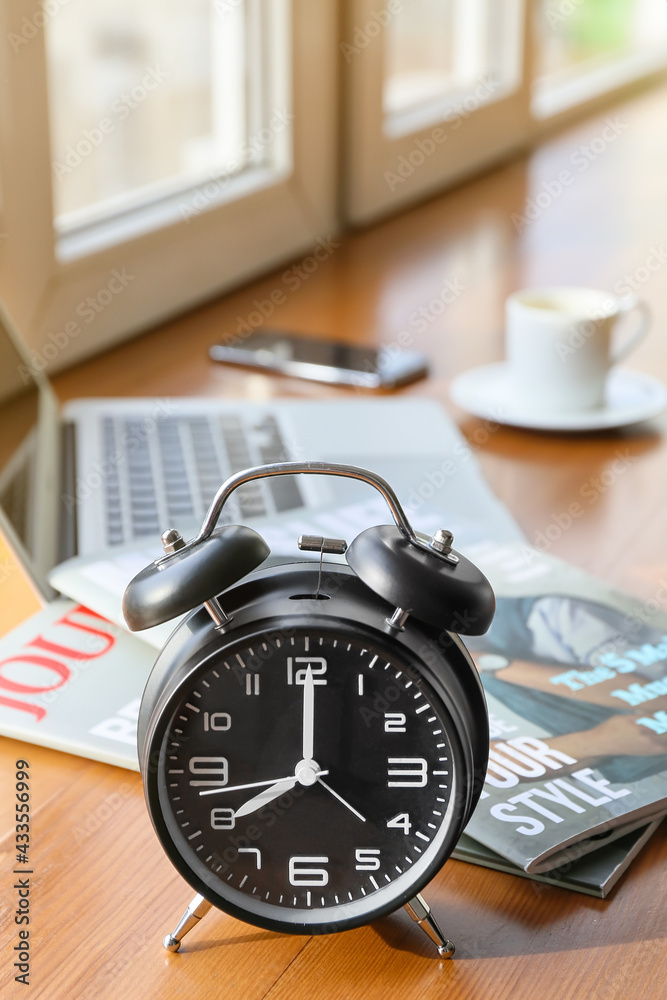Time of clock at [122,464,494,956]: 8:00
